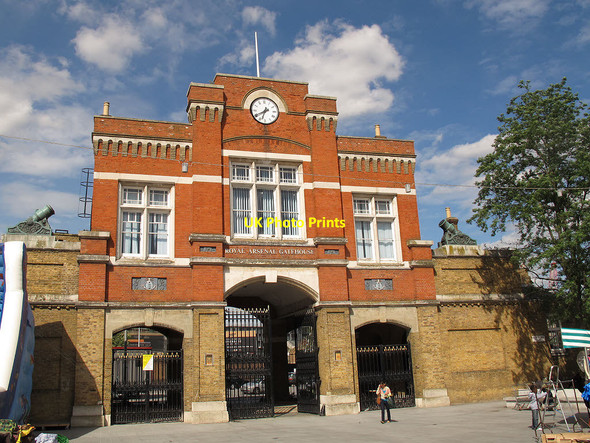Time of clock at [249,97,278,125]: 6:40
